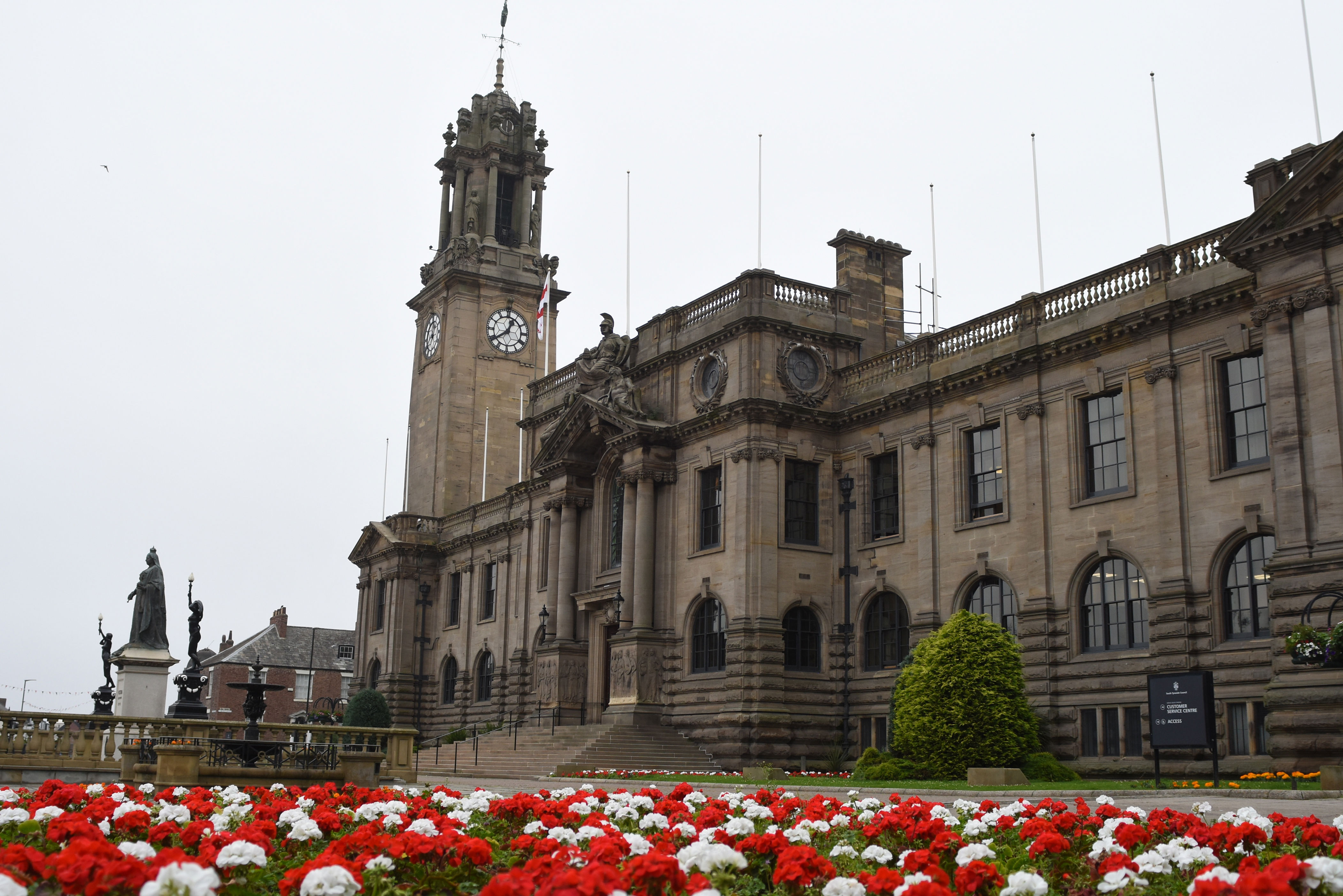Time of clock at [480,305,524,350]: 12:39
